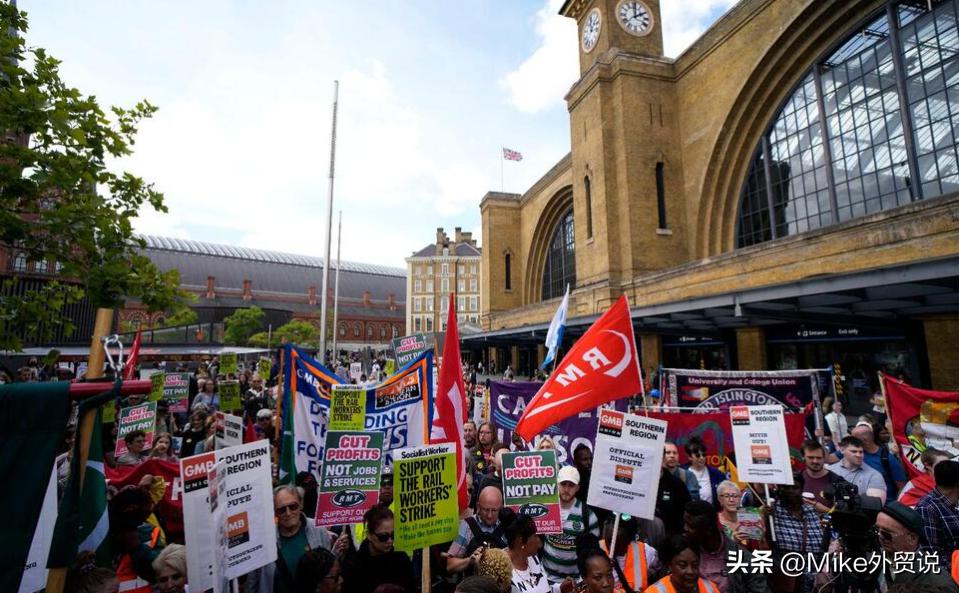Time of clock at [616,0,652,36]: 2:00
